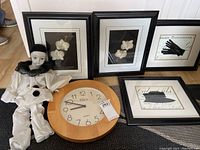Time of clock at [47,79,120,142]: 8:49
